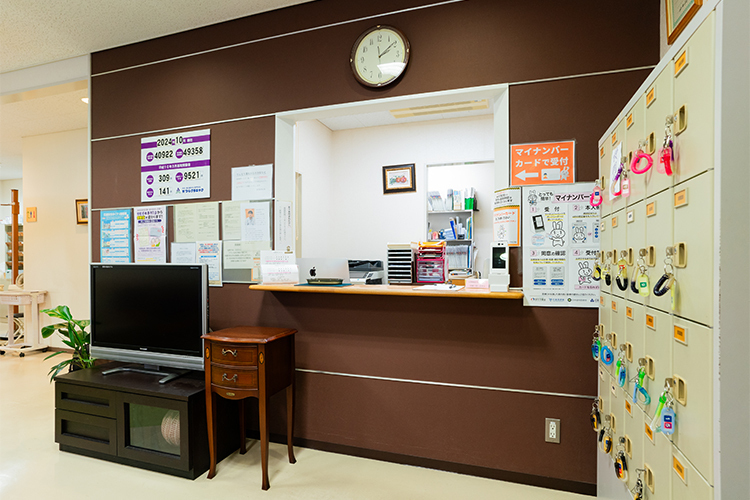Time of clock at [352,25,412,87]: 2:09
